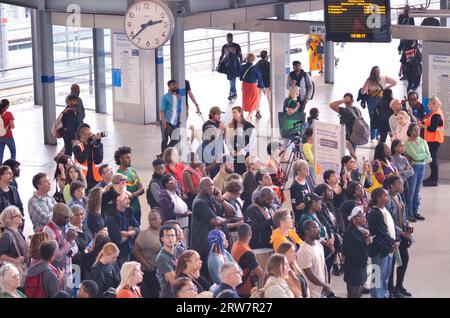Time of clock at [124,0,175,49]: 2:38
